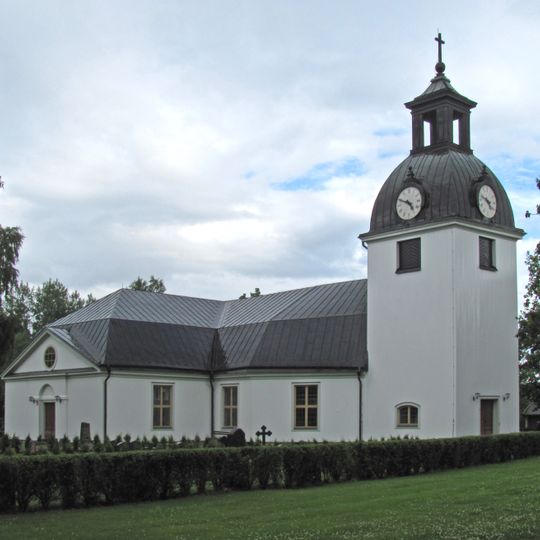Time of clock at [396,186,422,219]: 4:48
